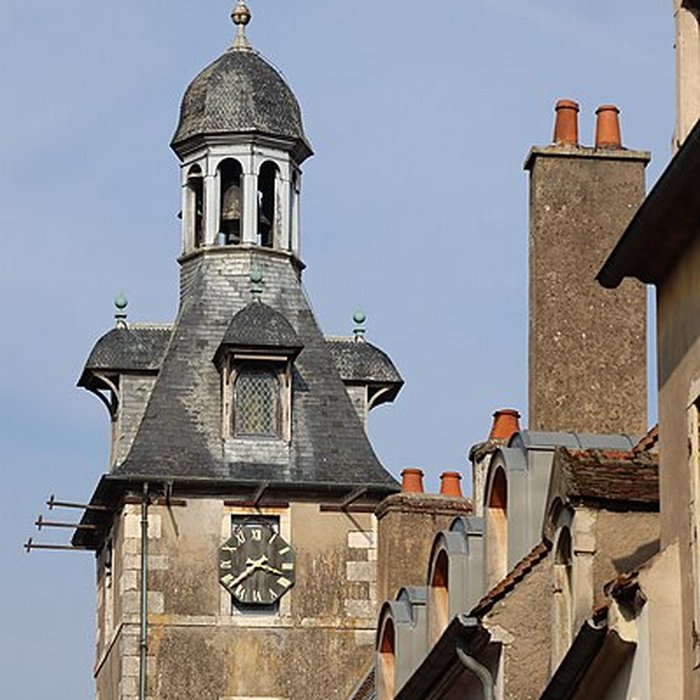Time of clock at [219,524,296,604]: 3:38
